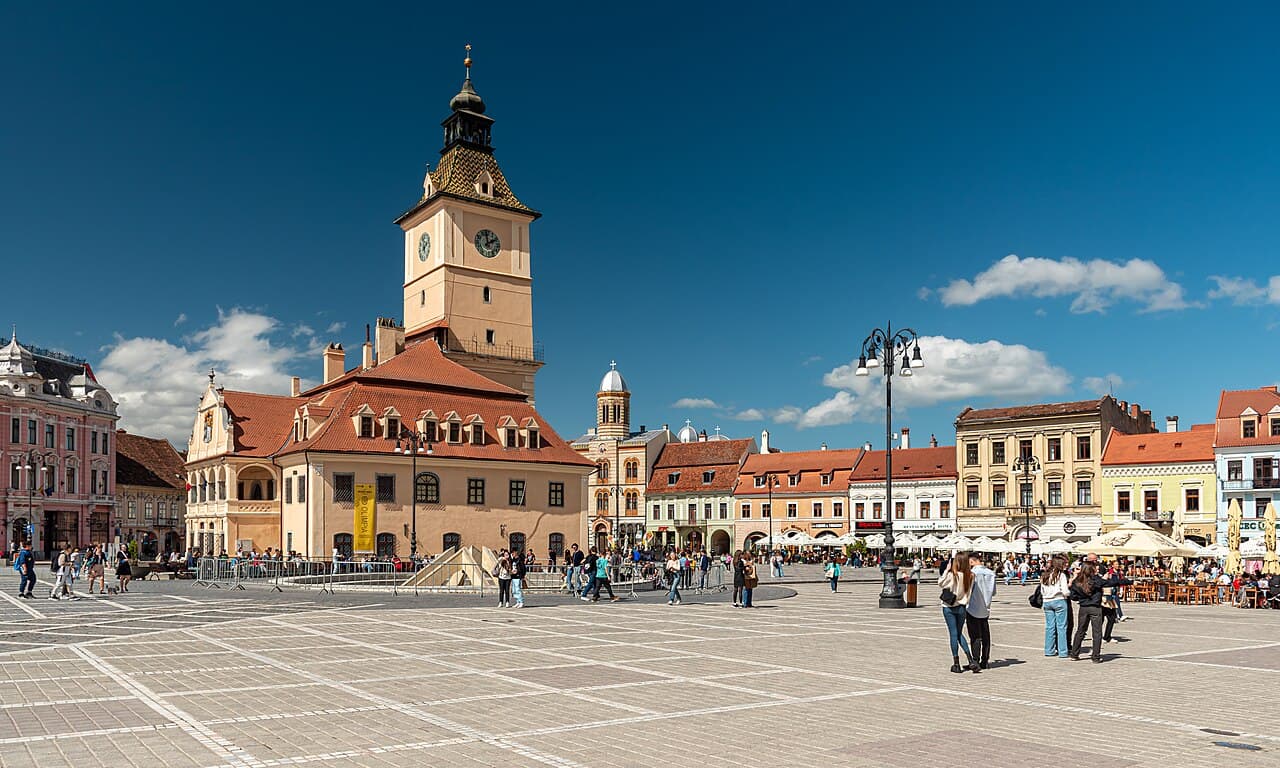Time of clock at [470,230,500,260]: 1:59
